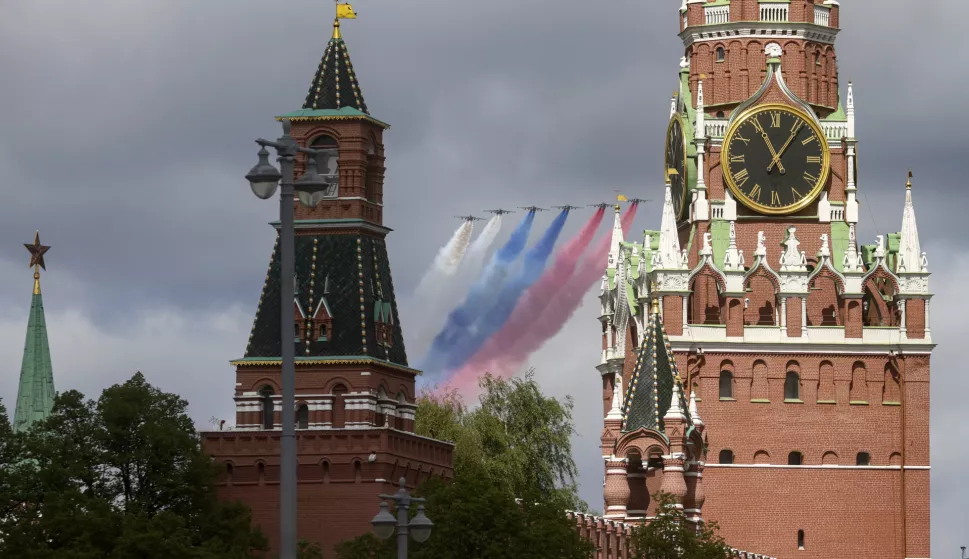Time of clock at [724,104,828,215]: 11:06
